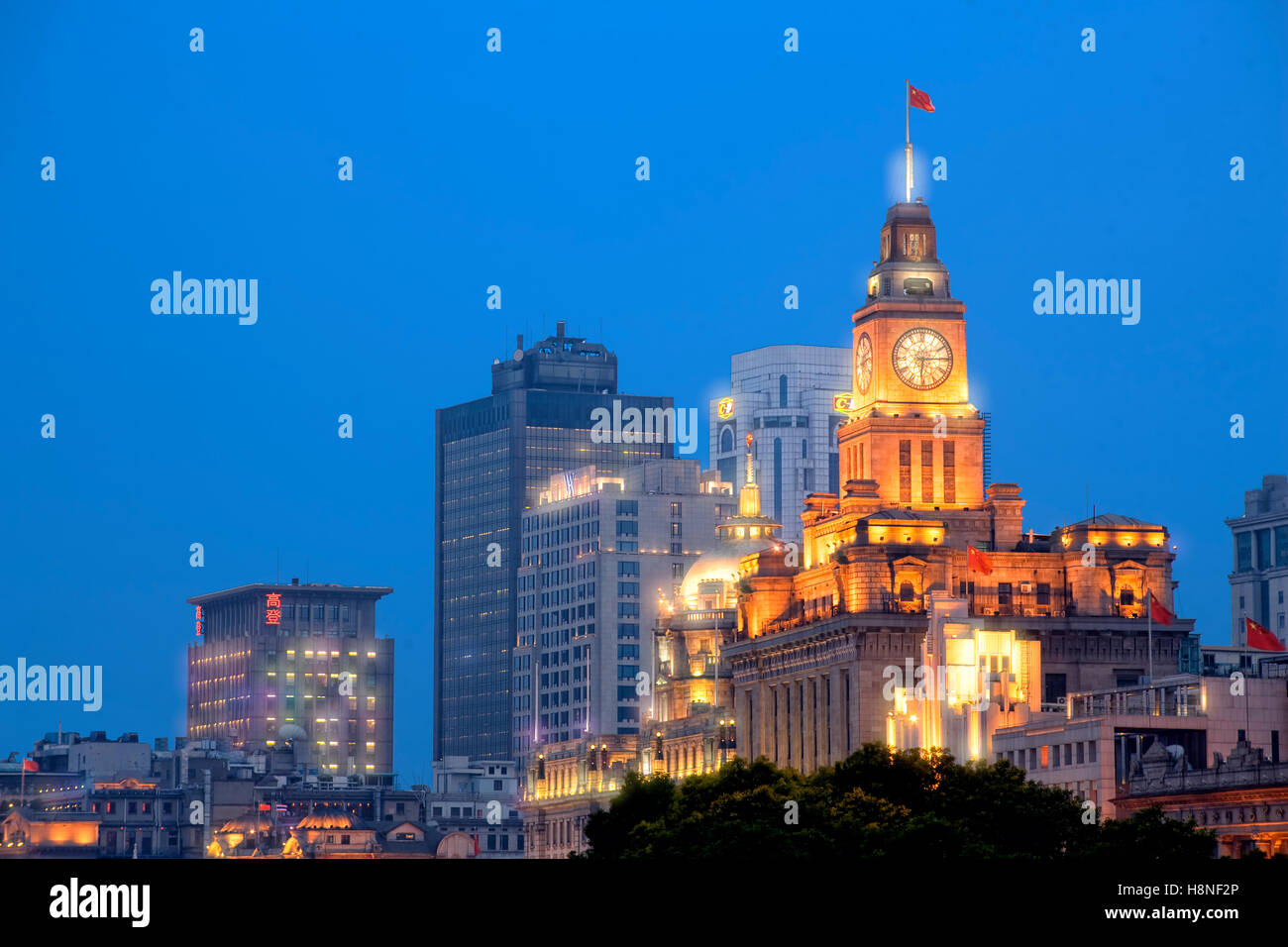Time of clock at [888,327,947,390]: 6:14
